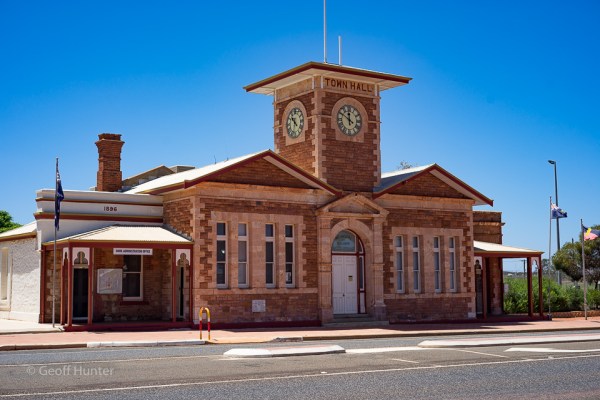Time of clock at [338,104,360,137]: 11:50
